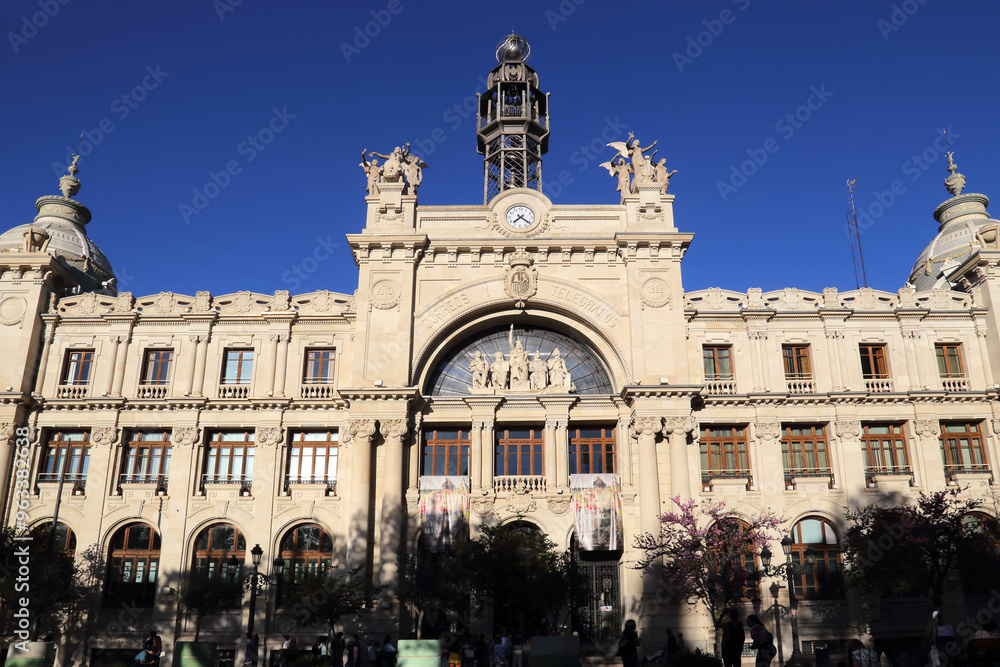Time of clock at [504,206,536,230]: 7:21
